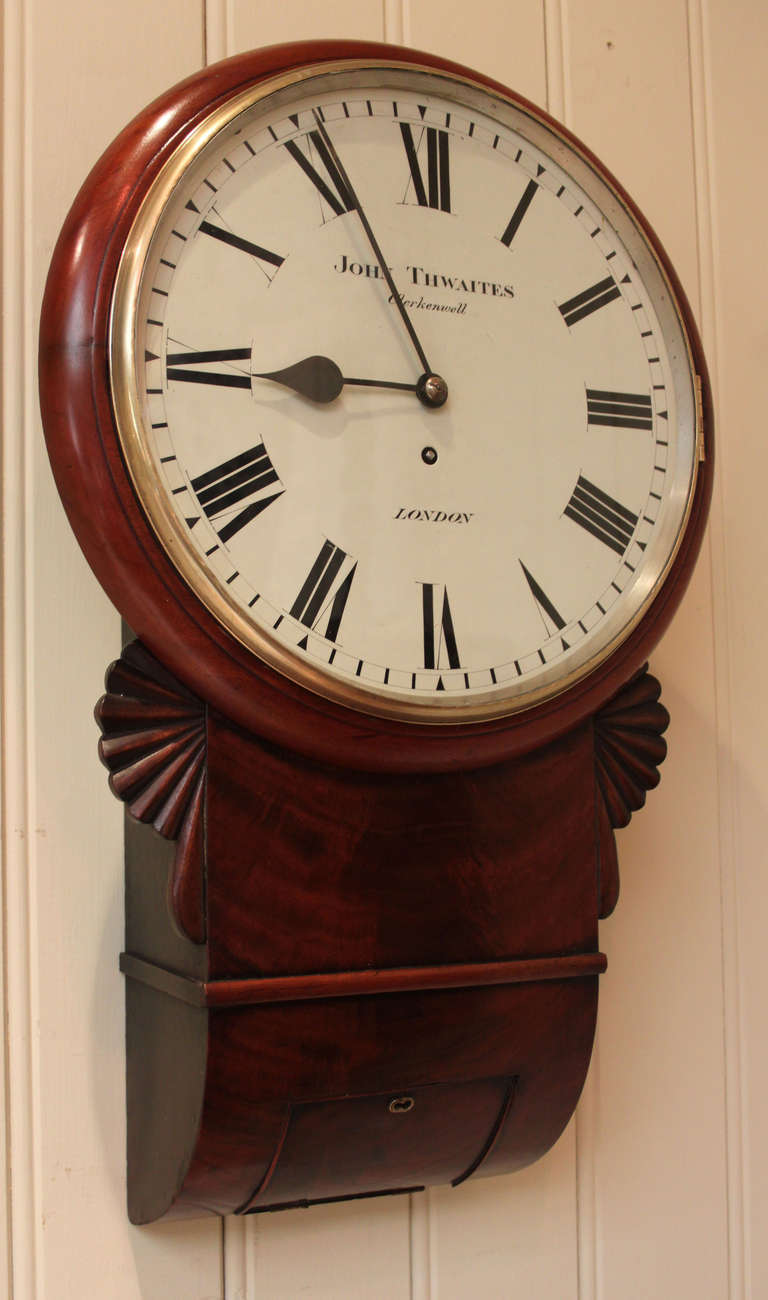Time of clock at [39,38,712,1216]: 8:55
